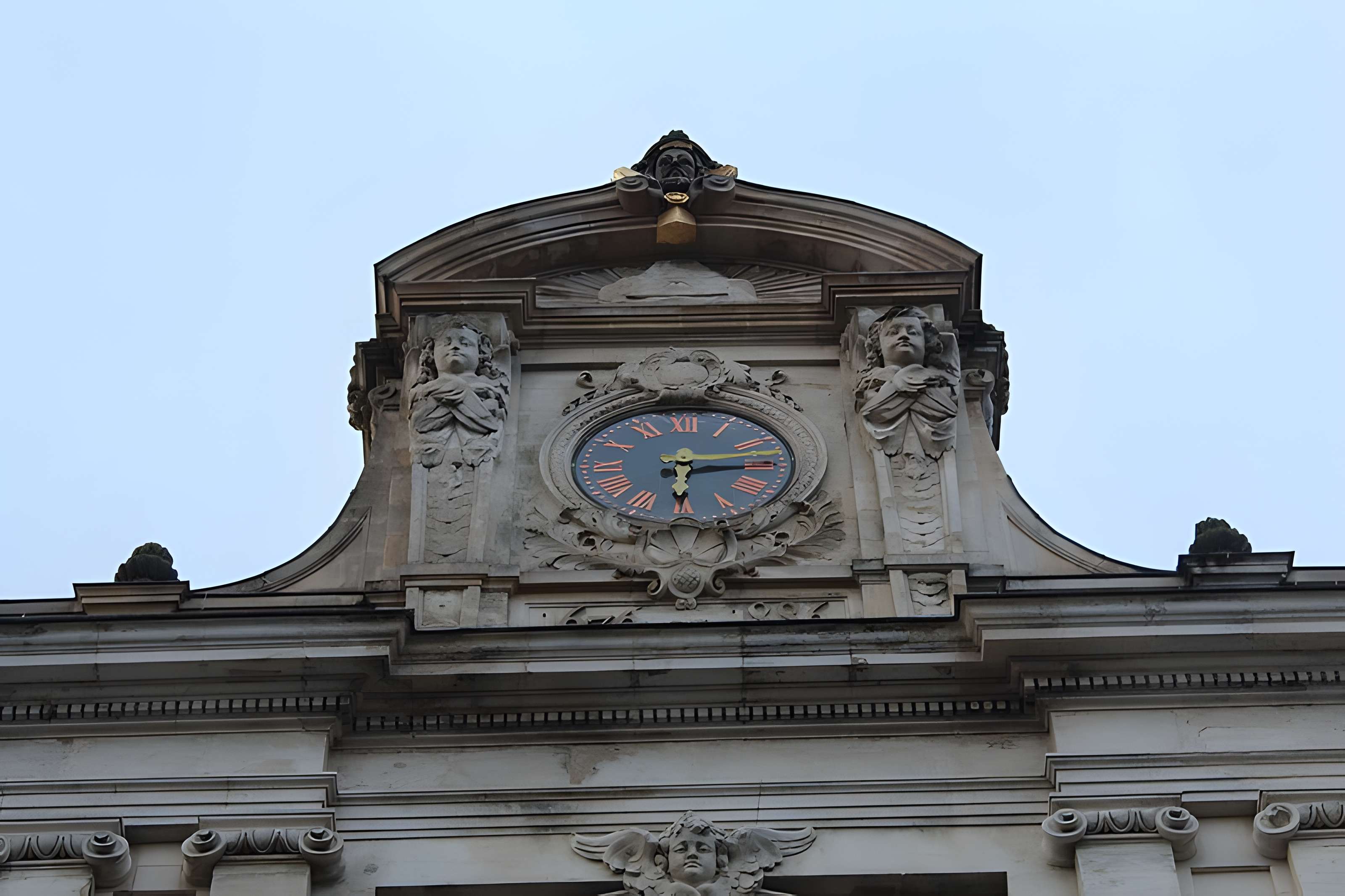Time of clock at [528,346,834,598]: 6:14
